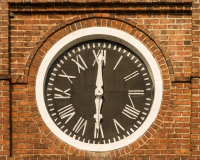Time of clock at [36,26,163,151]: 6:00
